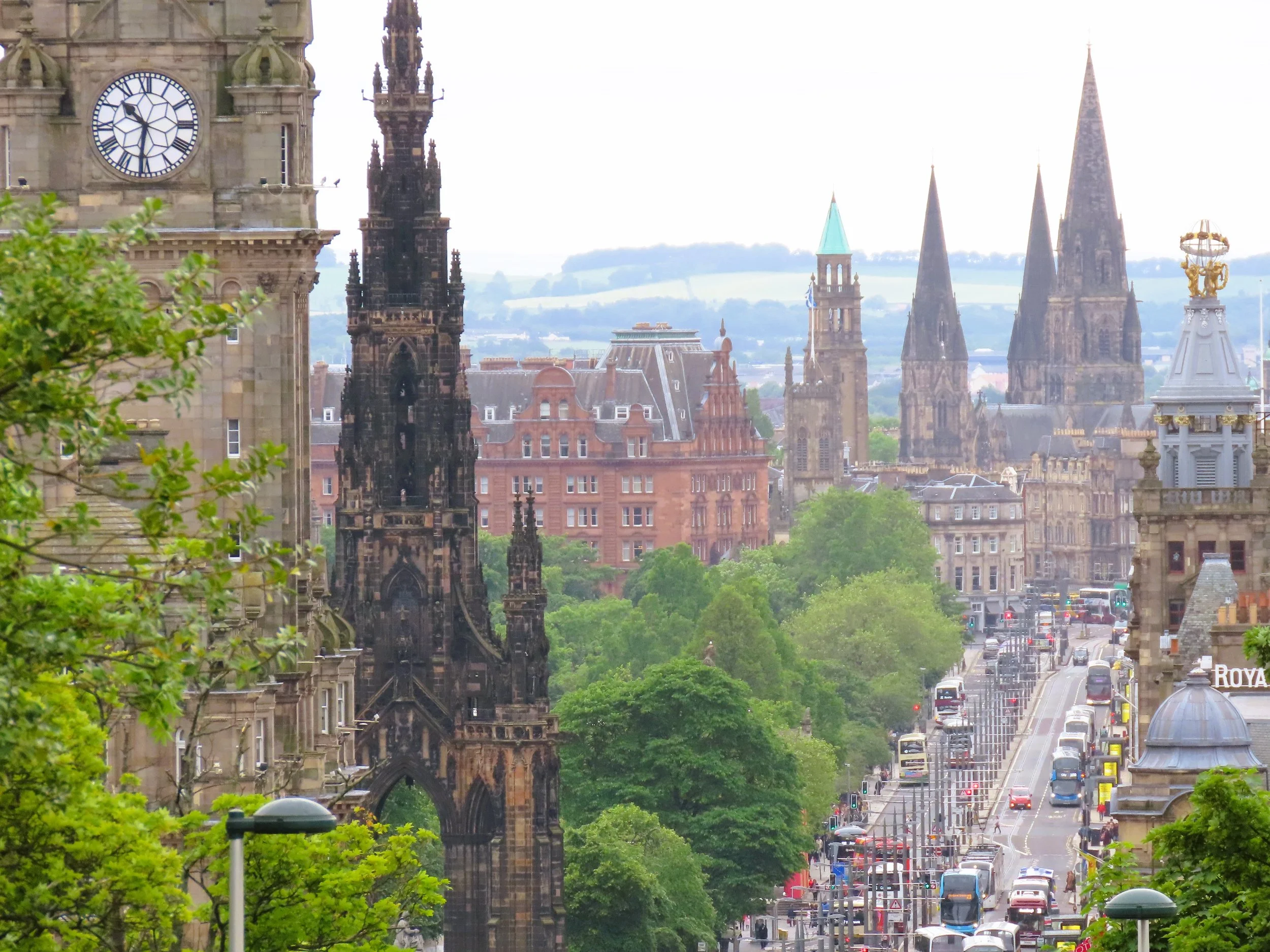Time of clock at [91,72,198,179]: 10:31
